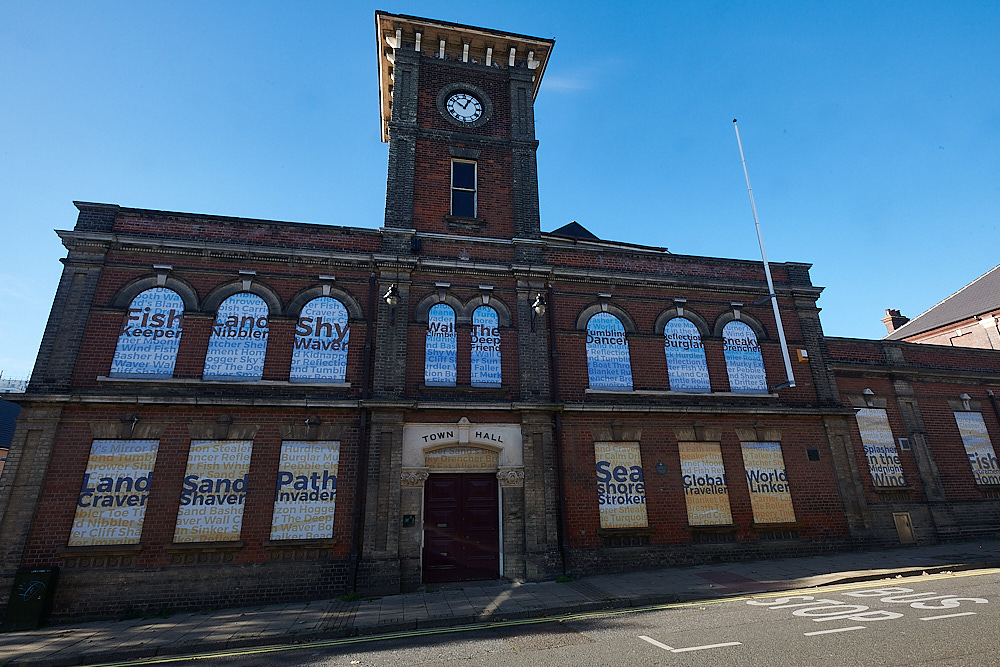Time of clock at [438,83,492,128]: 12:51
